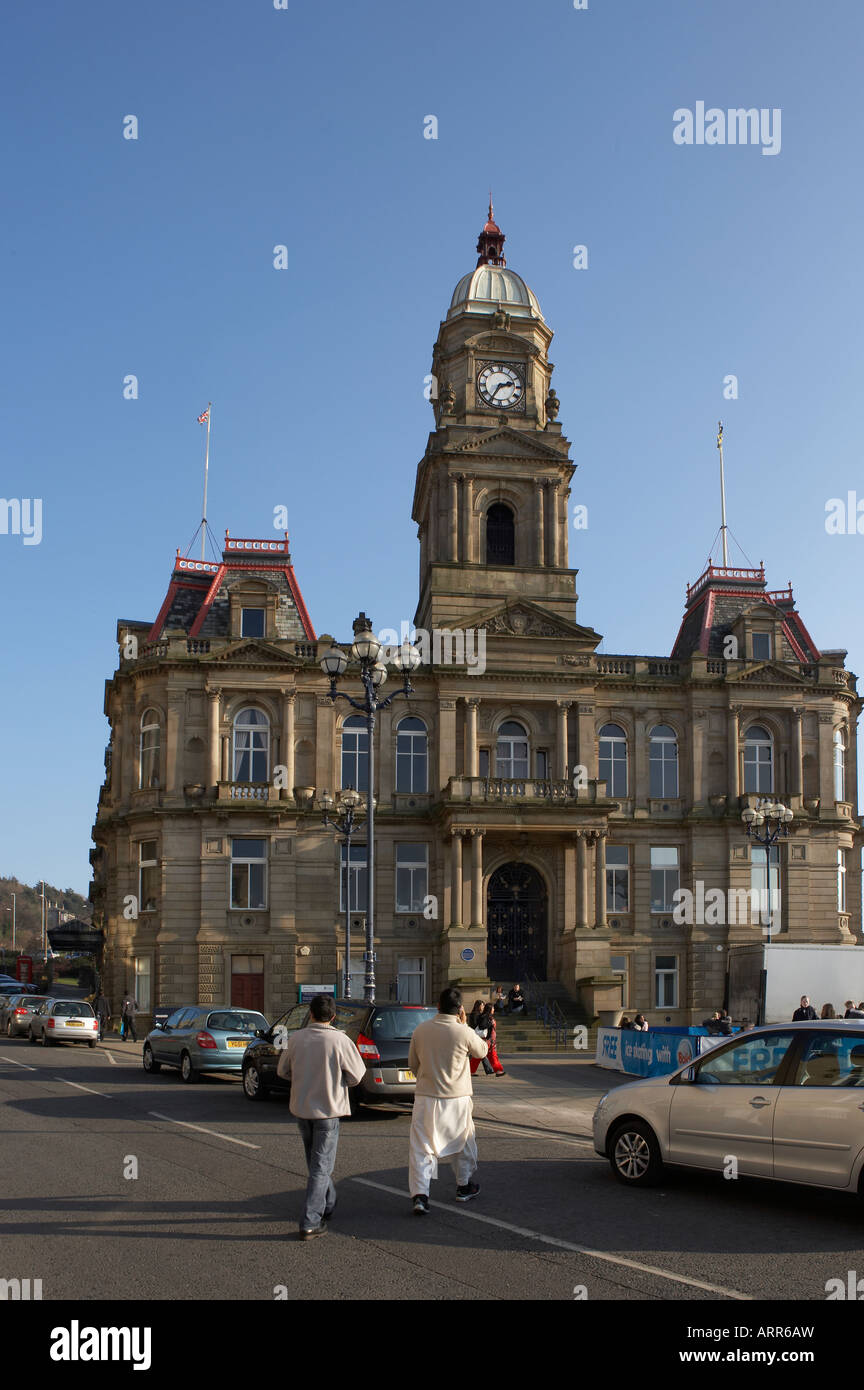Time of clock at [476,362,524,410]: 2:35
